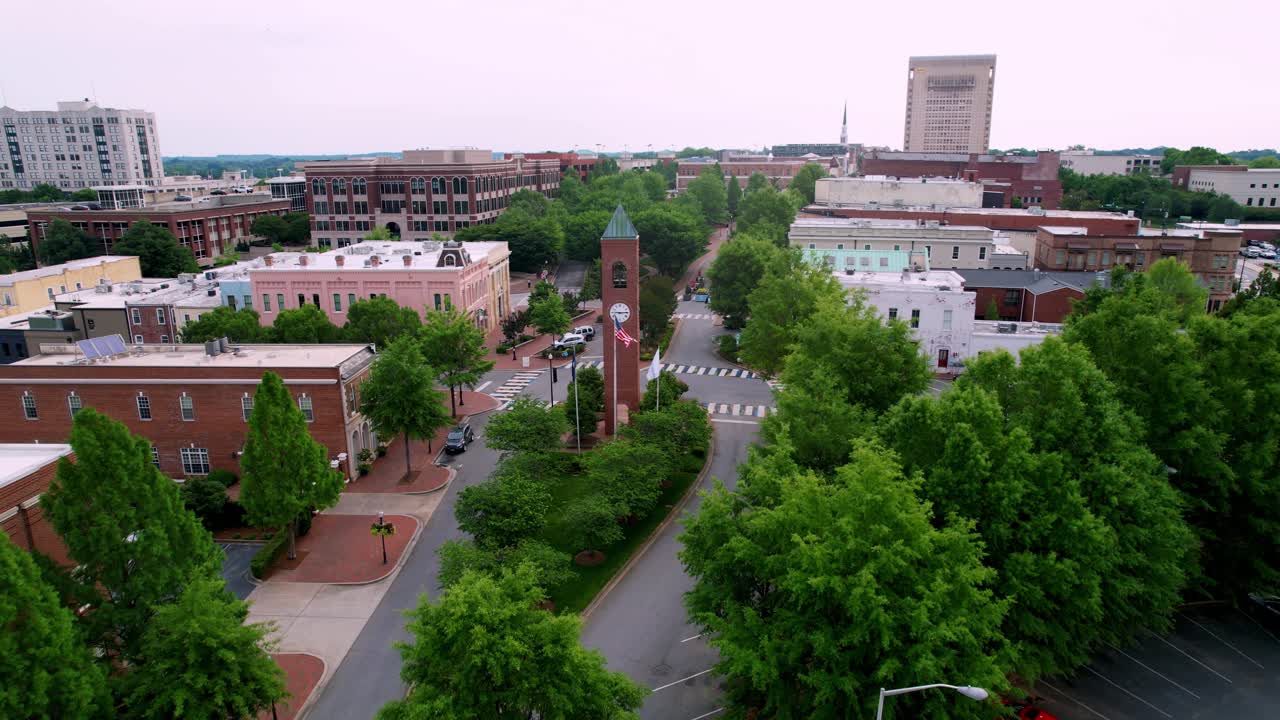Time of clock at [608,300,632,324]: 9:14
